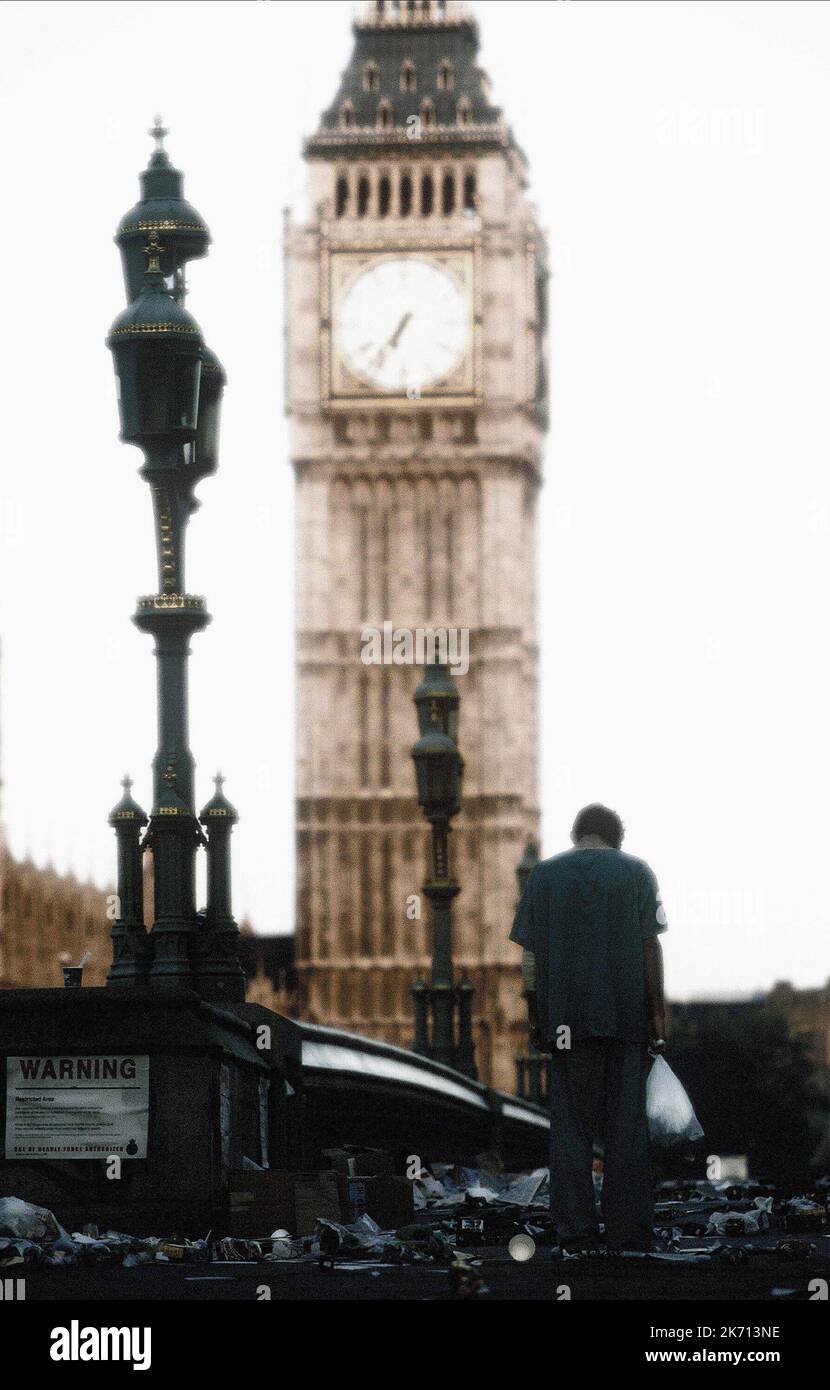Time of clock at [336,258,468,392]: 6:36
